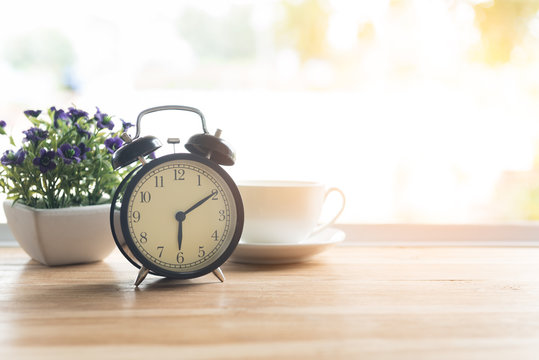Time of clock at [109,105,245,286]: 6:09
